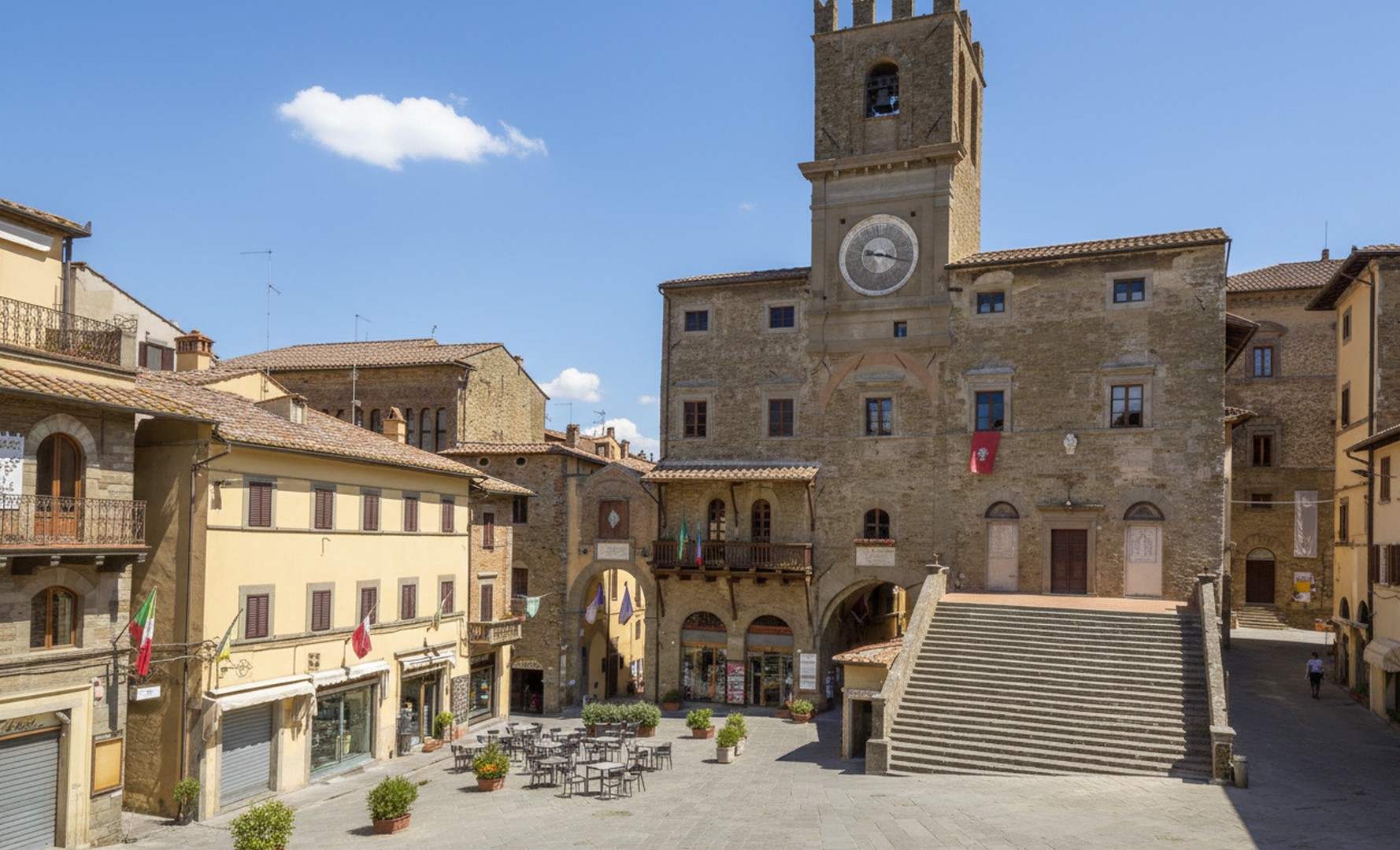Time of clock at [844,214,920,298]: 9:17
